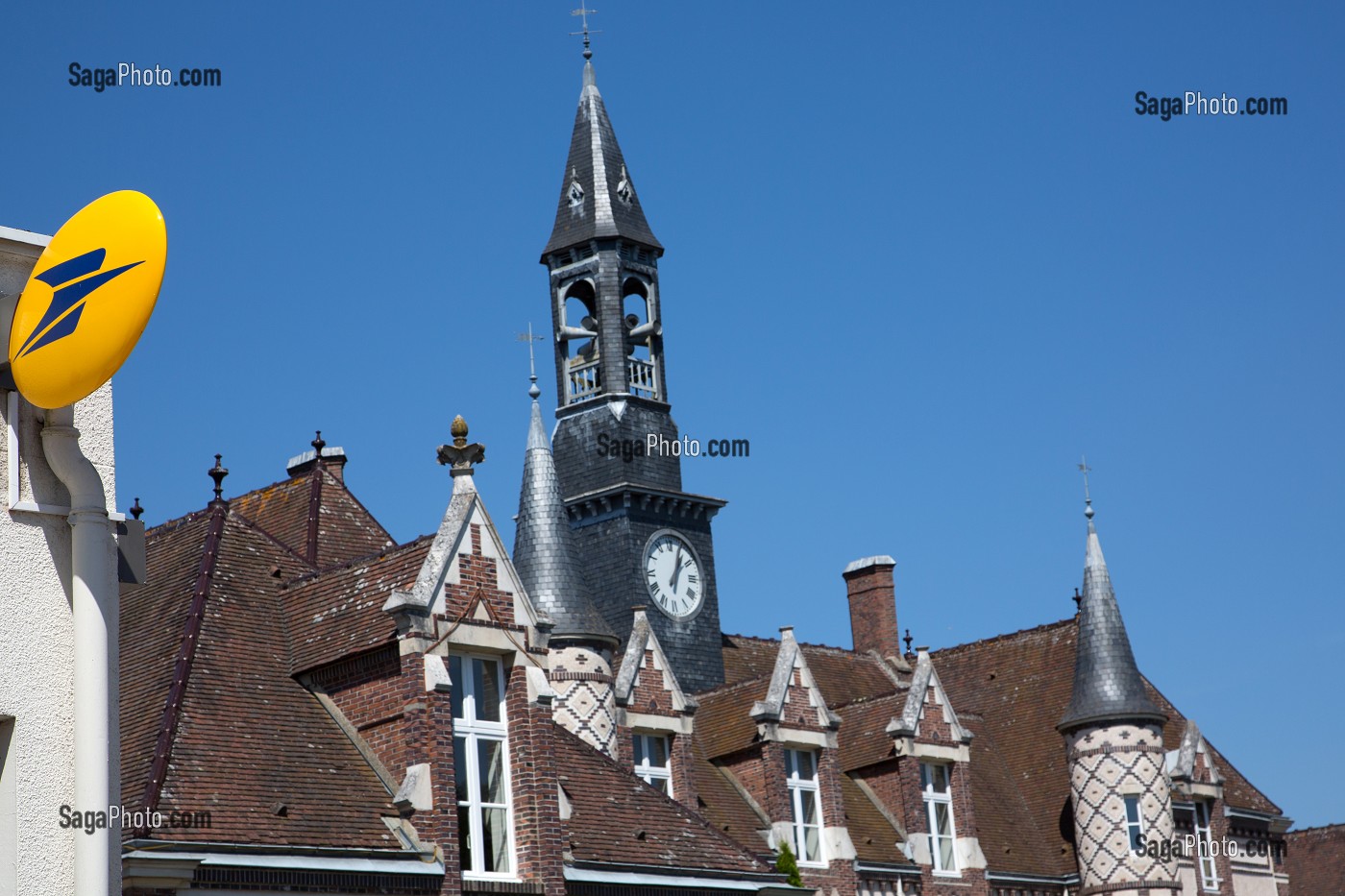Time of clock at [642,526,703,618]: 1:03
